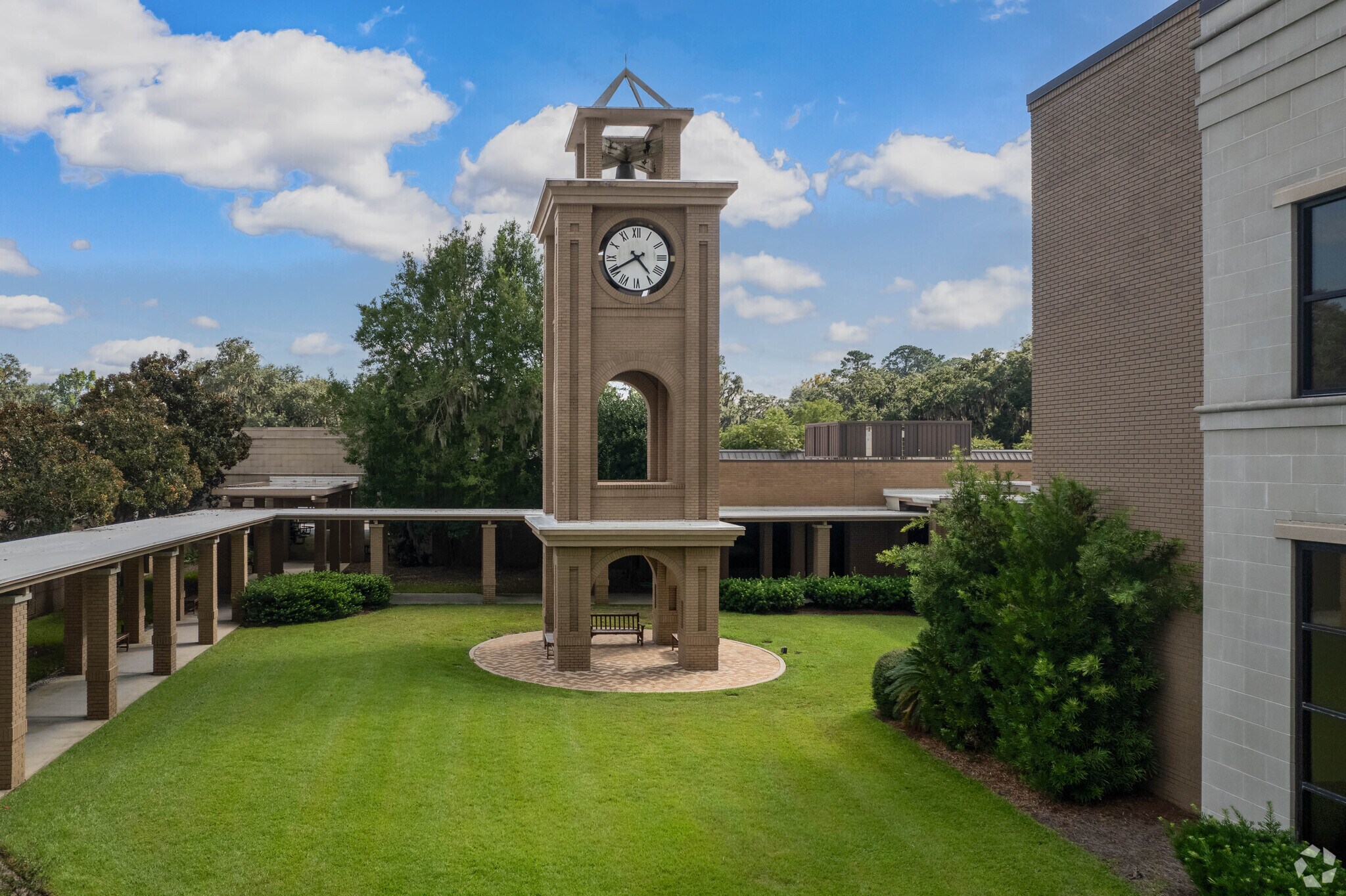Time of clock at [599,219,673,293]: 4:40
